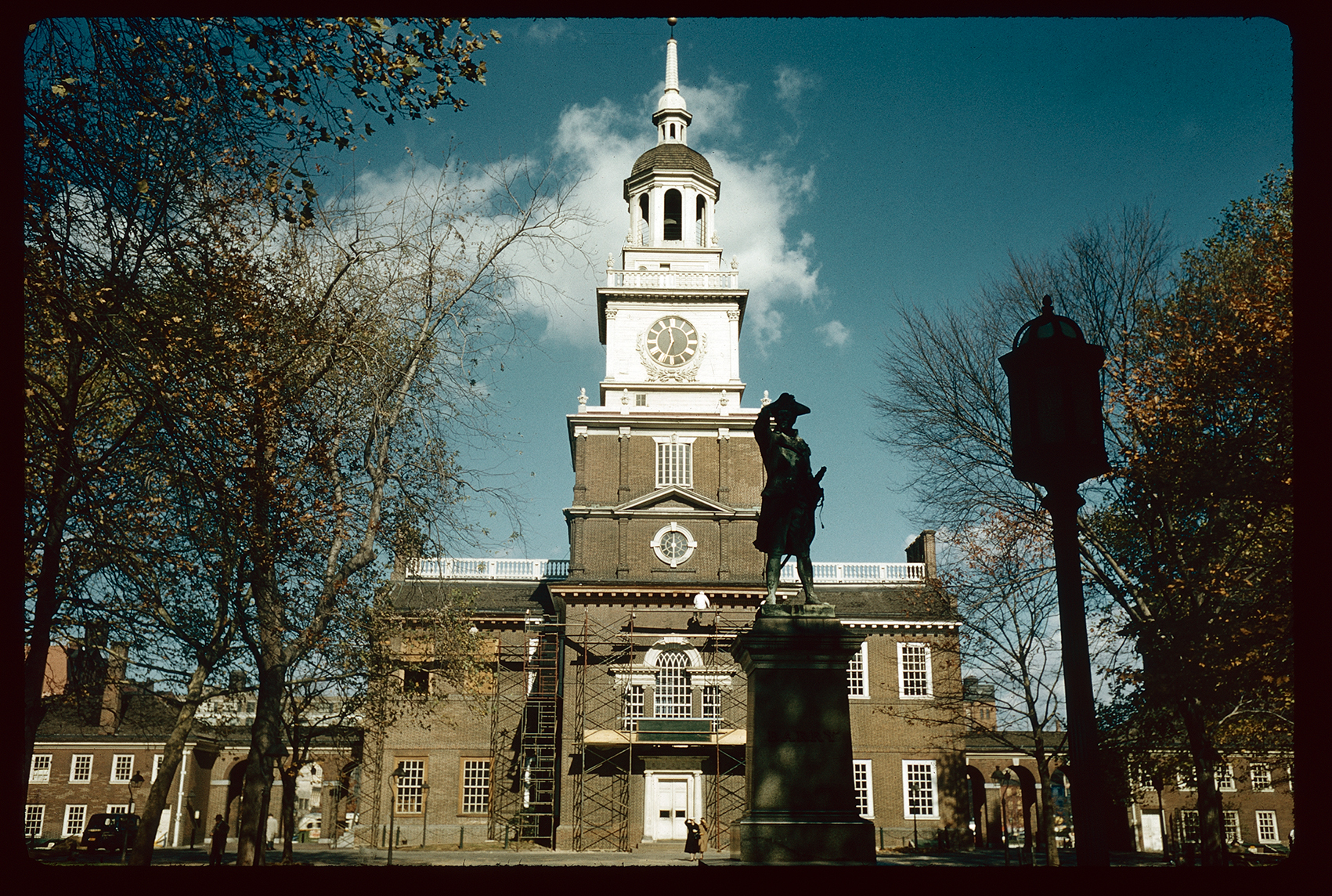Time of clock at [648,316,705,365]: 11:33
